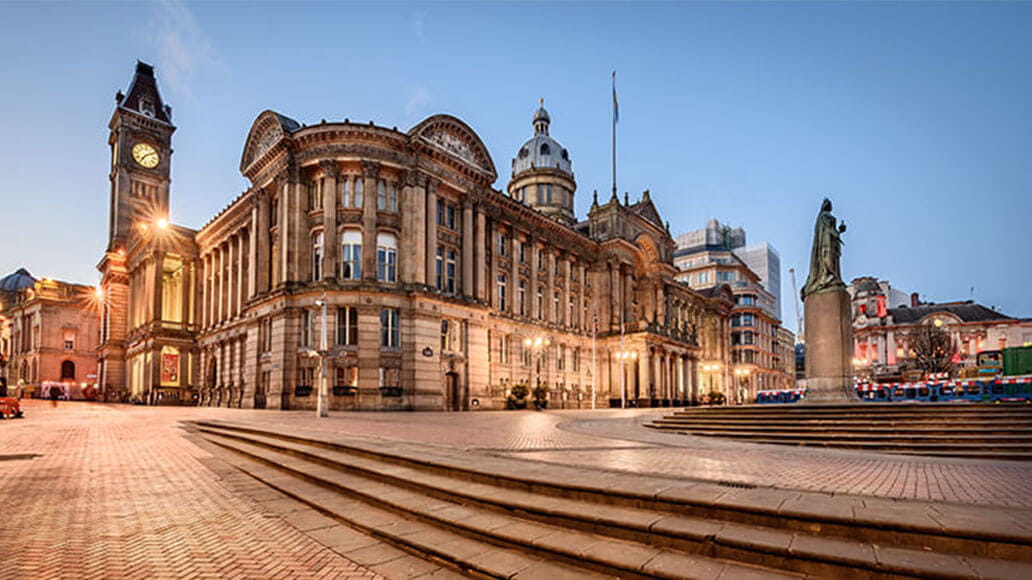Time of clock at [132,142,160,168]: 7:09
